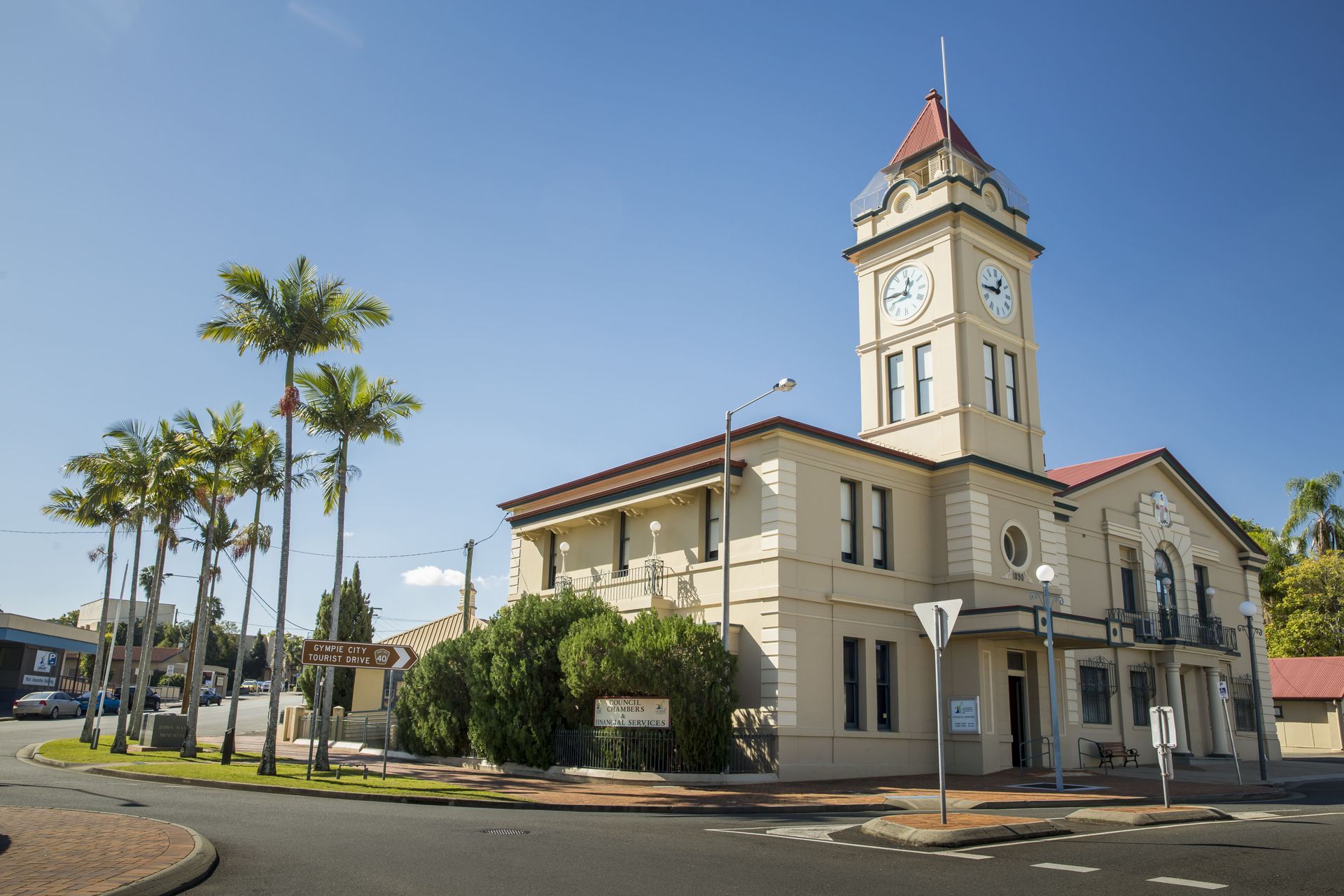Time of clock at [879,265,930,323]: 12:45
